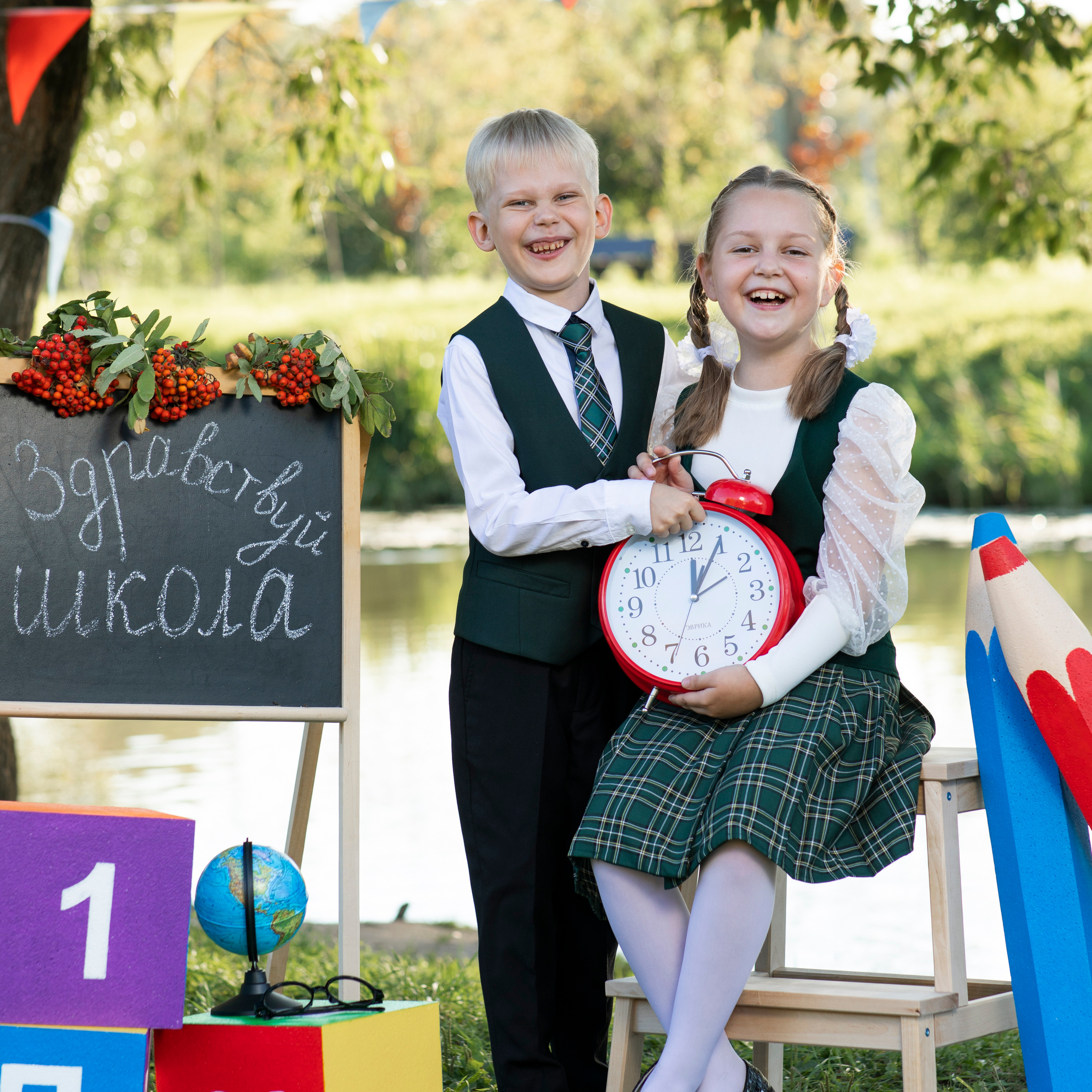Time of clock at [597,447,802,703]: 12:04
